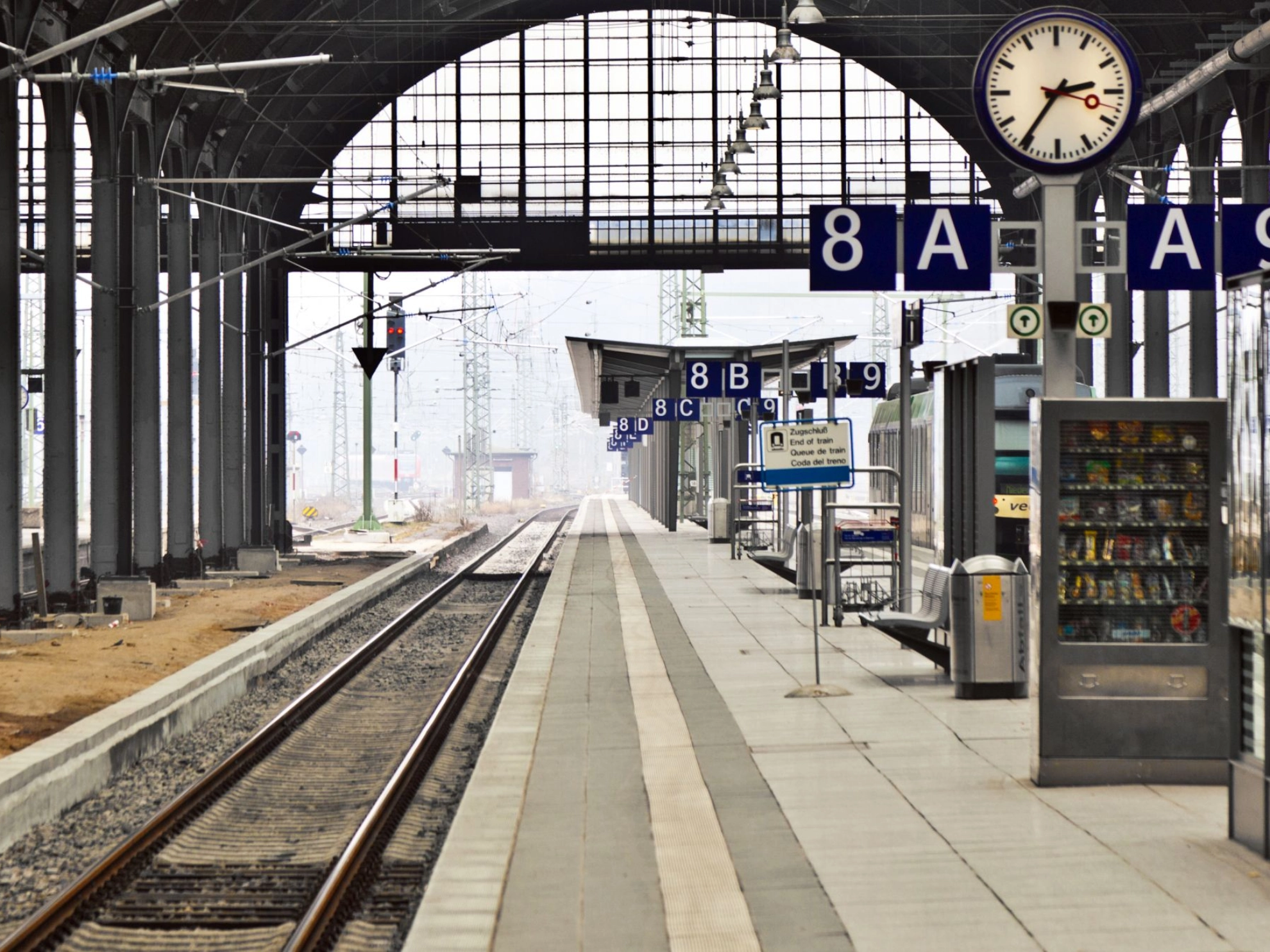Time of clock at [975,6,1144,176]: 2:35
